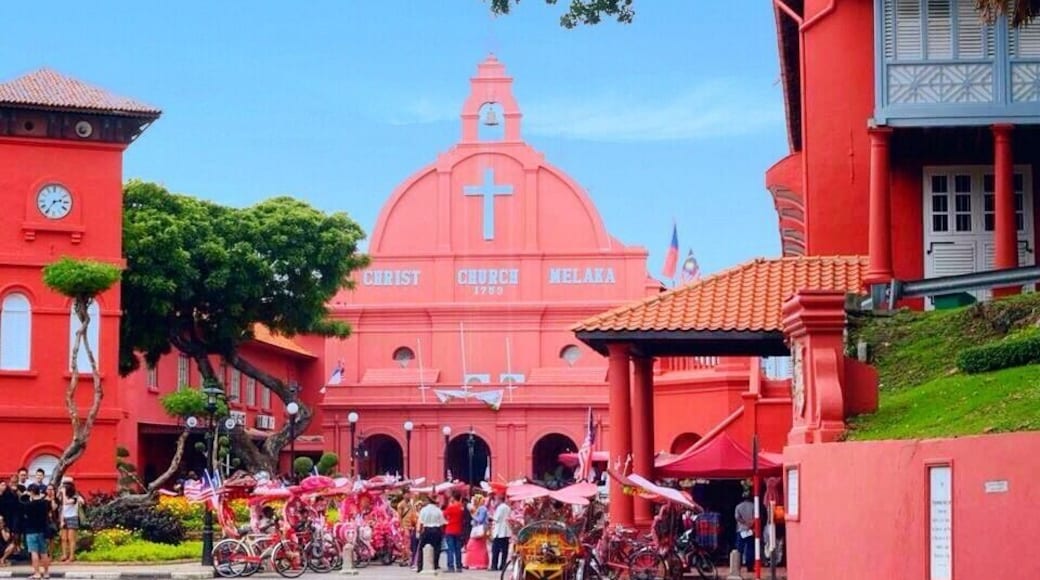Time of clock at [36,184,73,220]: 2:35
